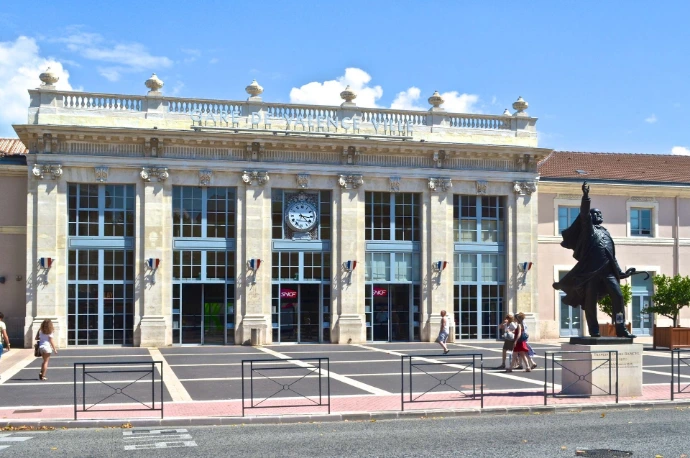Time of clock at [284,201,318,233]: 3:22
